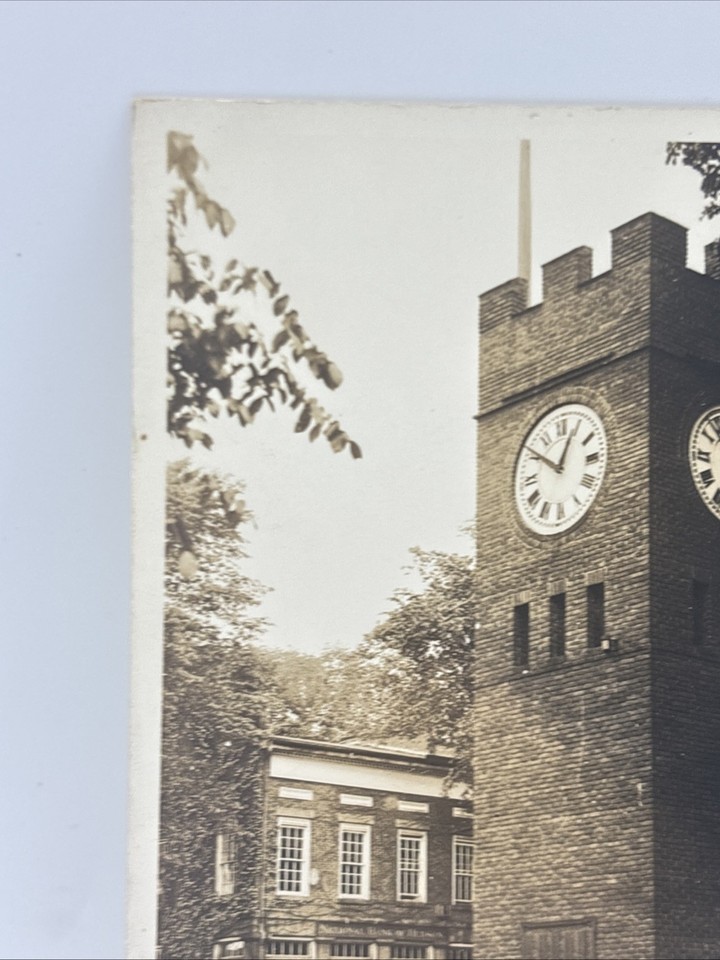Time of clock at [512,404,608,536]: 12:51
